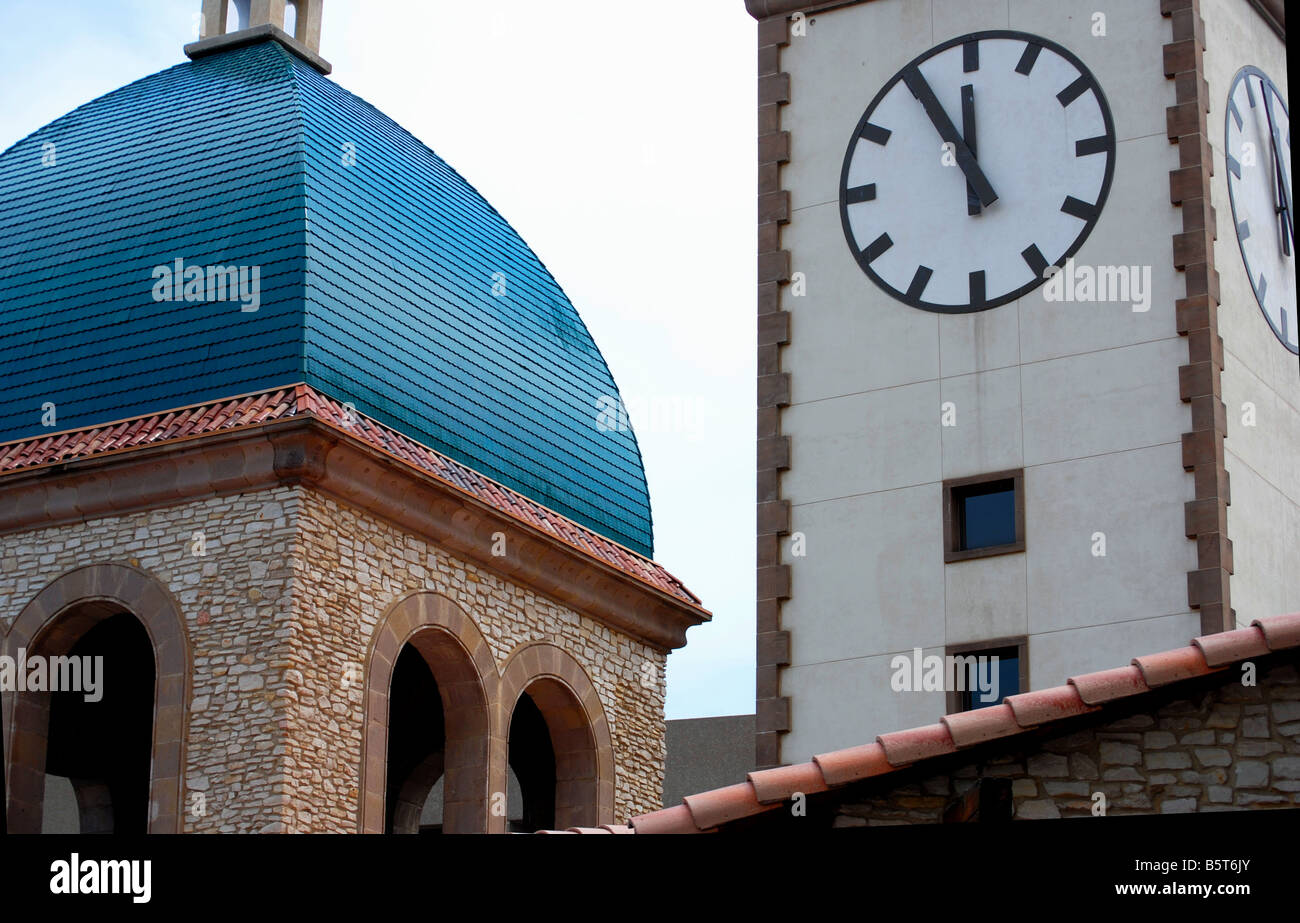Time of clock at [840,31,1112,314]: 11:54
